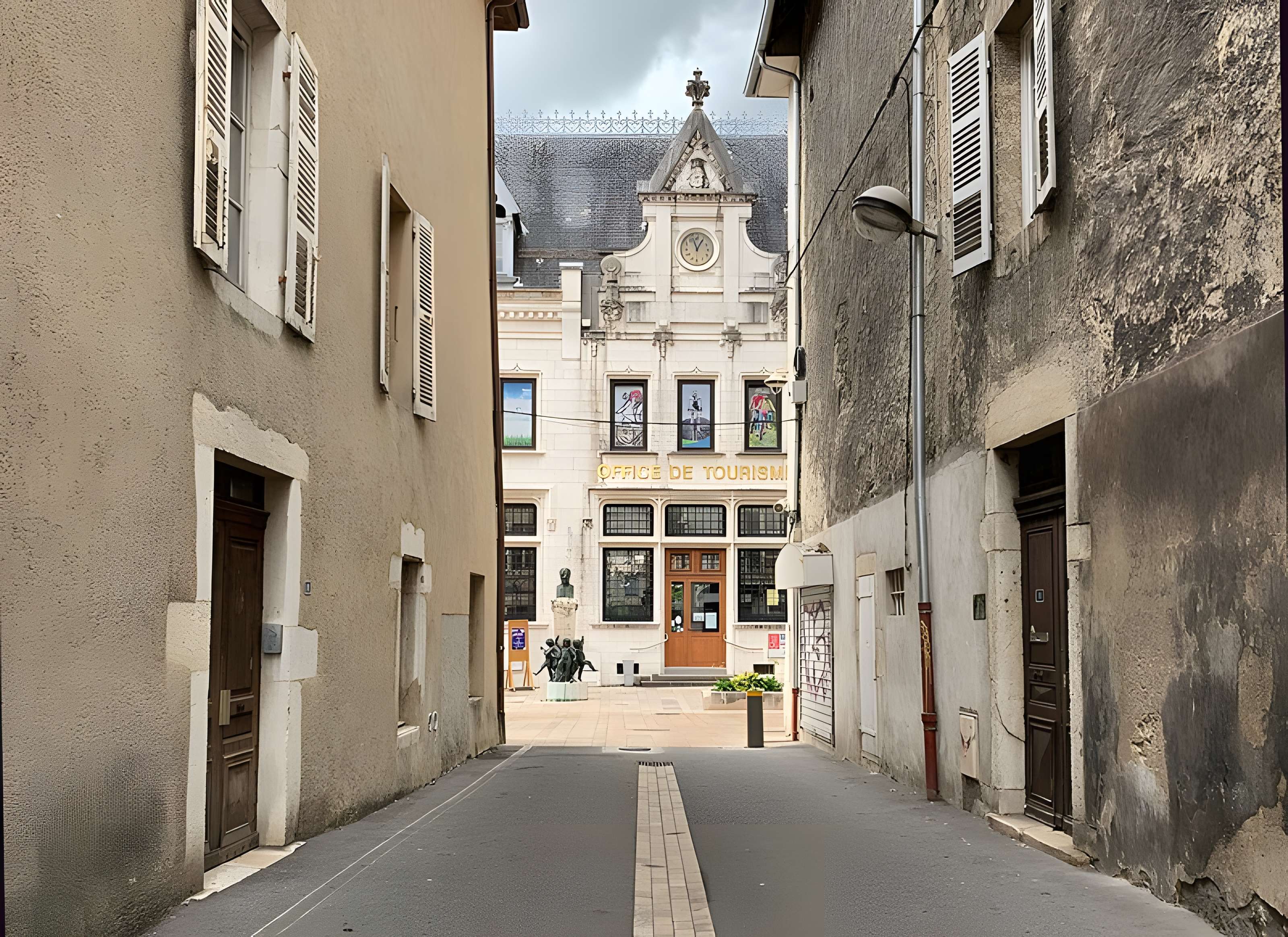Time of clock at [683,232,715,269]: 12:57
